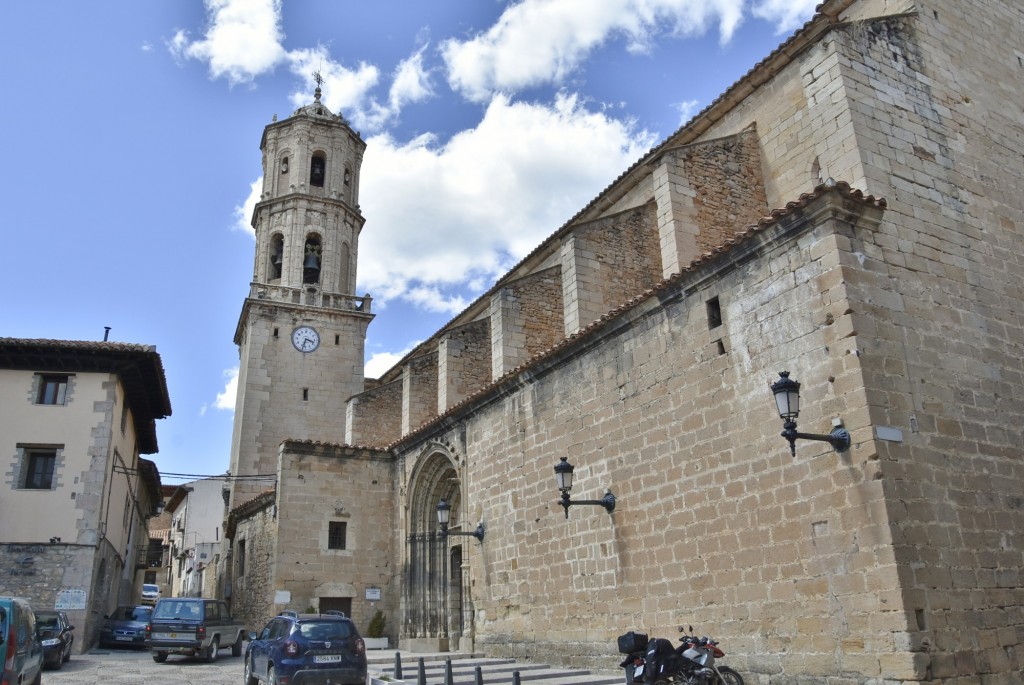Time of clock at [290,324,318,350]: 3:32
